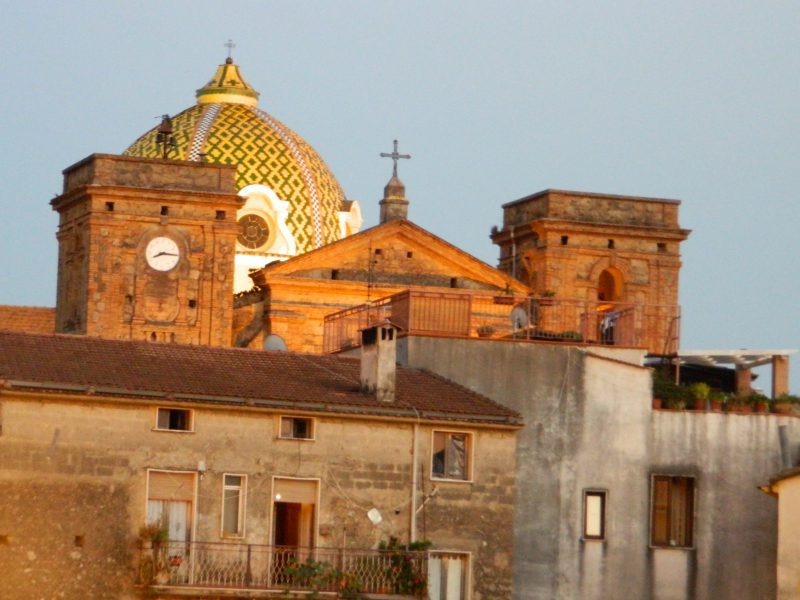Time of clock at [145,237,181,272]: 8:15
